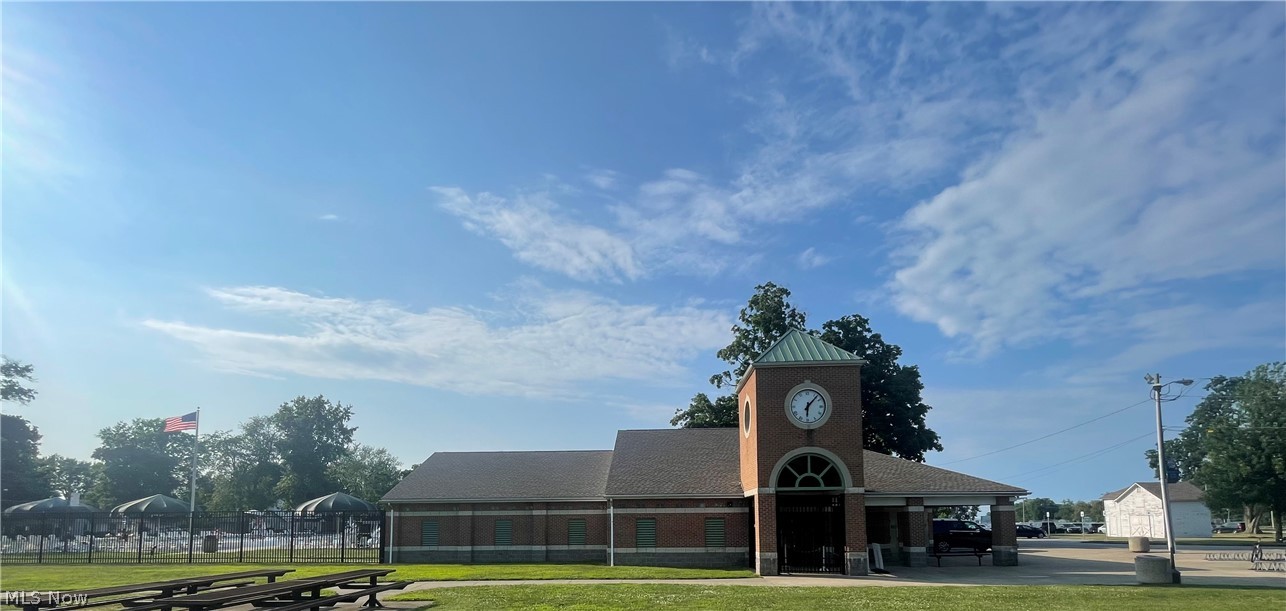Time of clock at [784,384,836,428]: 6:07
